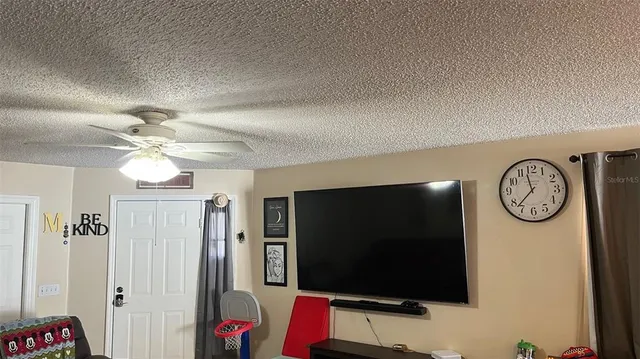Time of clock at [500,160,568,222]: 11:37
